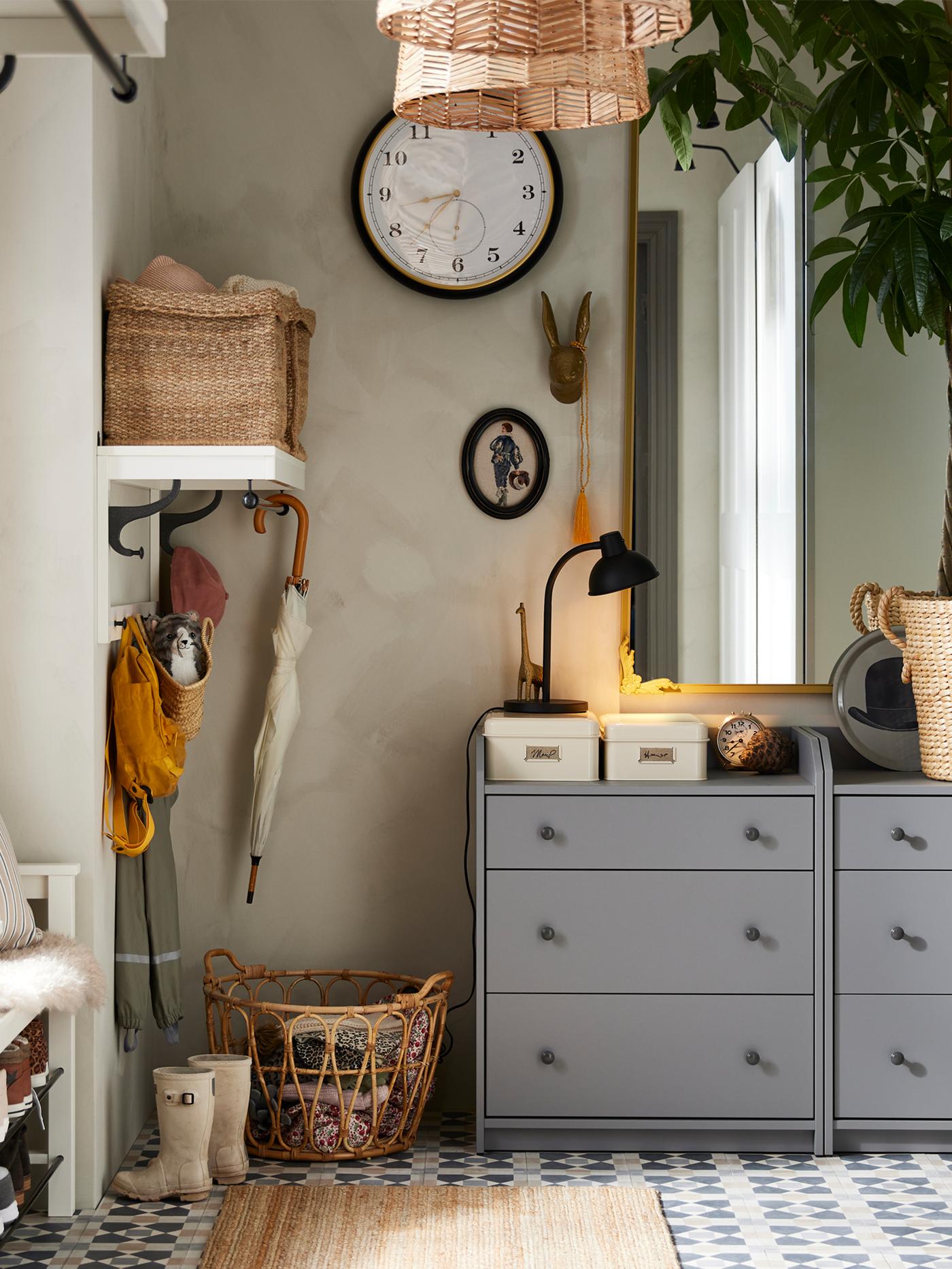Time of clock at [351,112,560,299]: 8:36
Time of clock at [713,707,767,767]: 8:37
